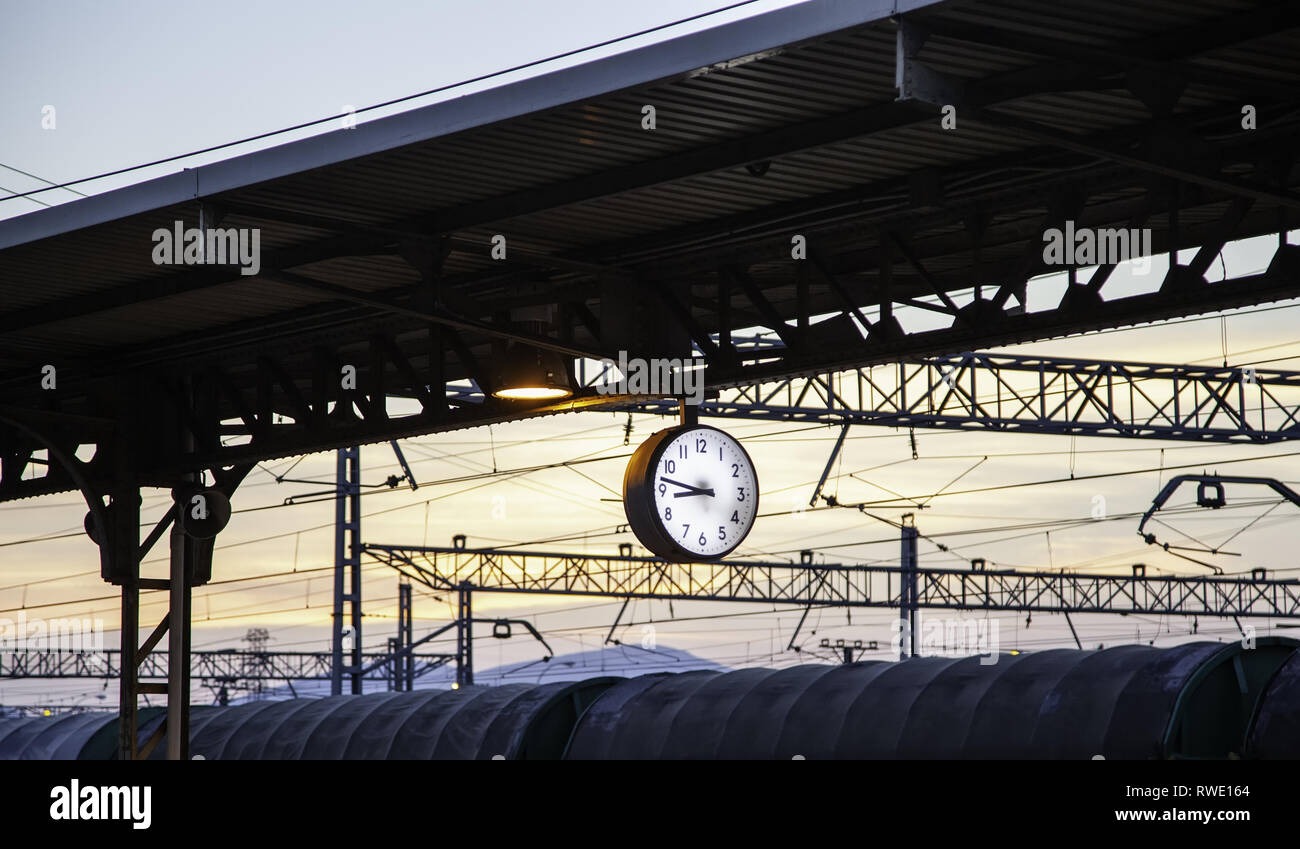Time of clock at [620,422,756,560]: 8:47
